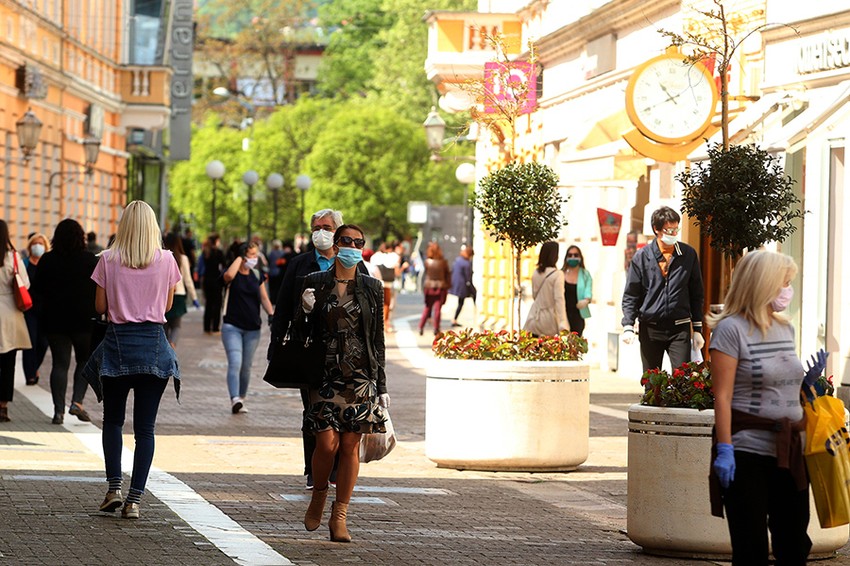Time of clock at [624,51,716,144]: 10:41
